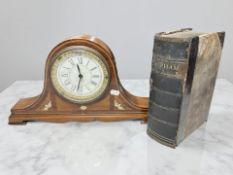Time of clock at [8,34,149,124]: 11:32
